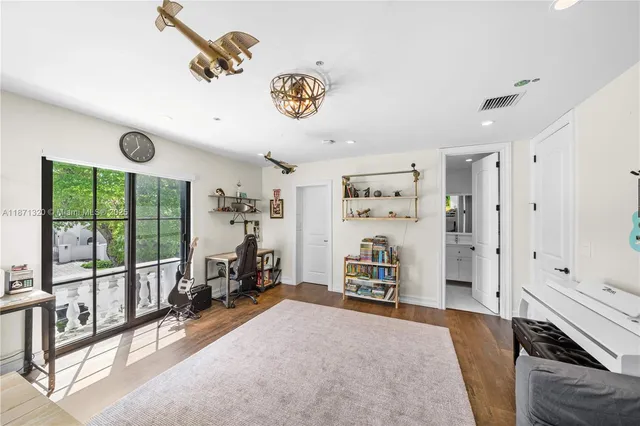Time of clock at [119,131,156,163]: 11:35
